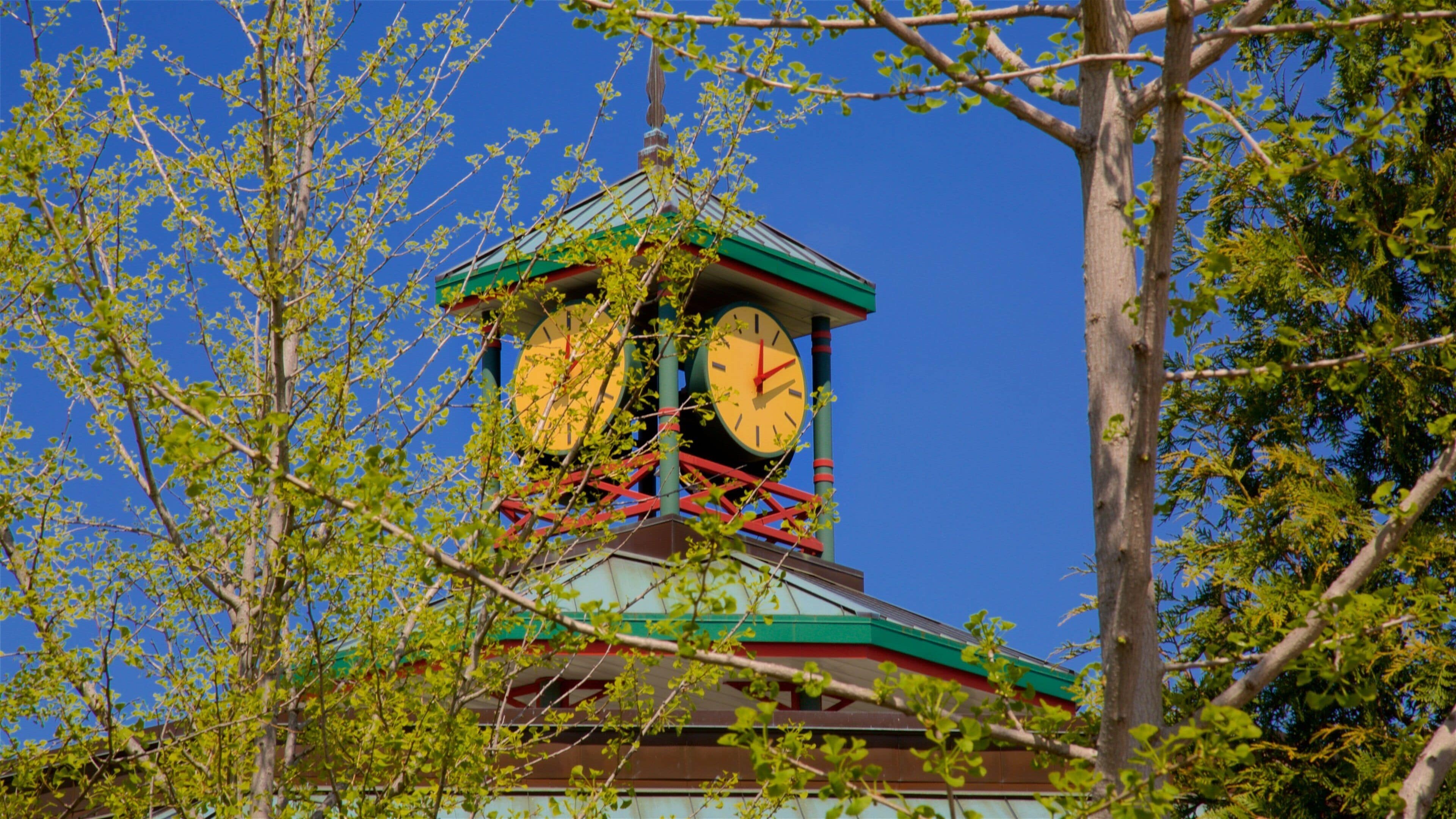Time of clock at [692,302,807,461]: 12:09
